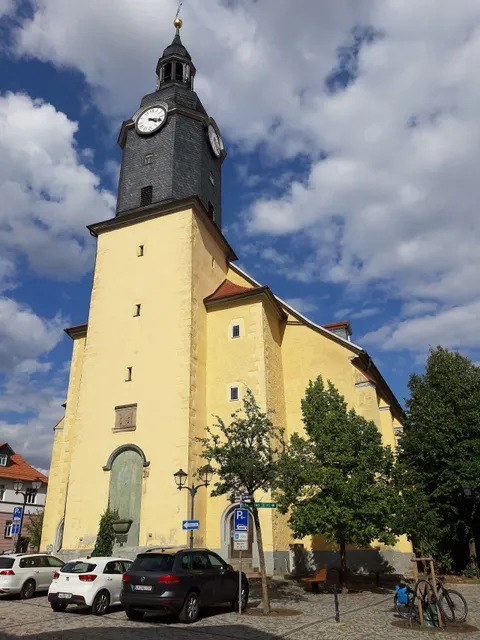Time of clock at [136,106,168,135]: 4:18
